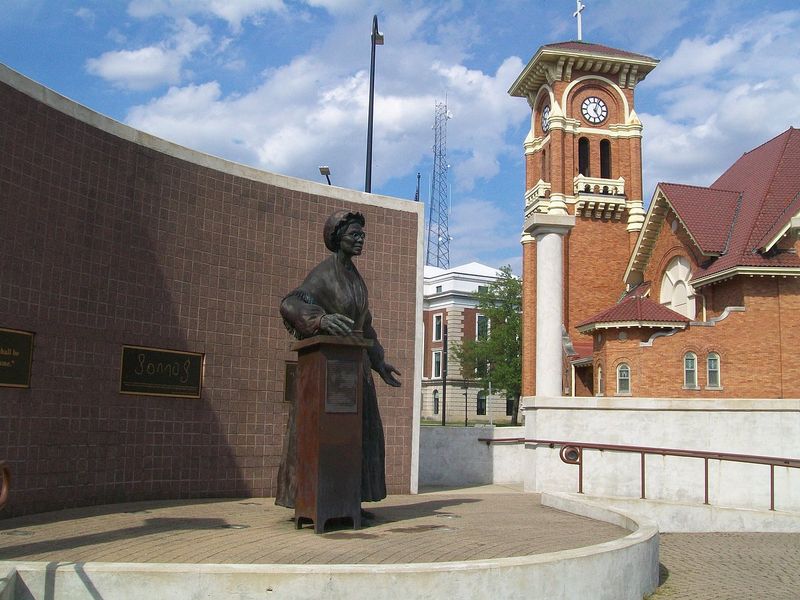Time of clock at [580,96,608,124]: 5:03
